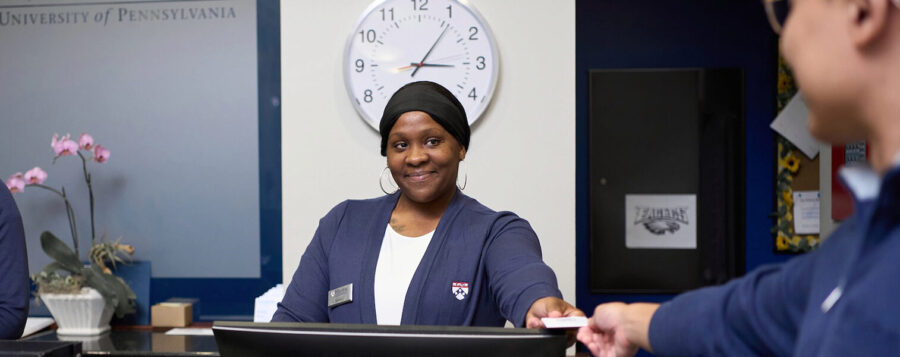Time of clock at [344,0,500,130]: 3:06
